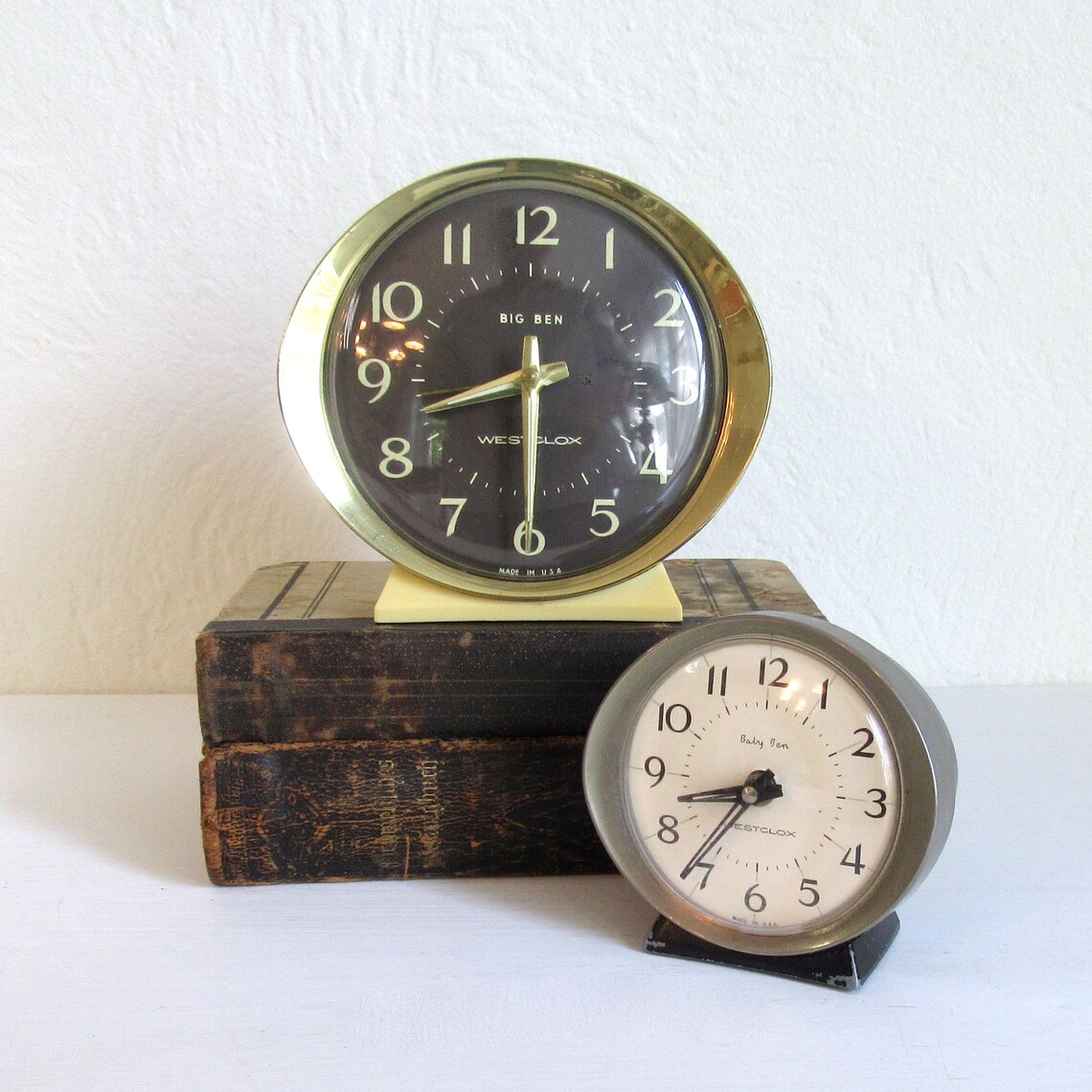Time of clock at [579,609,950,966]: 8:36
